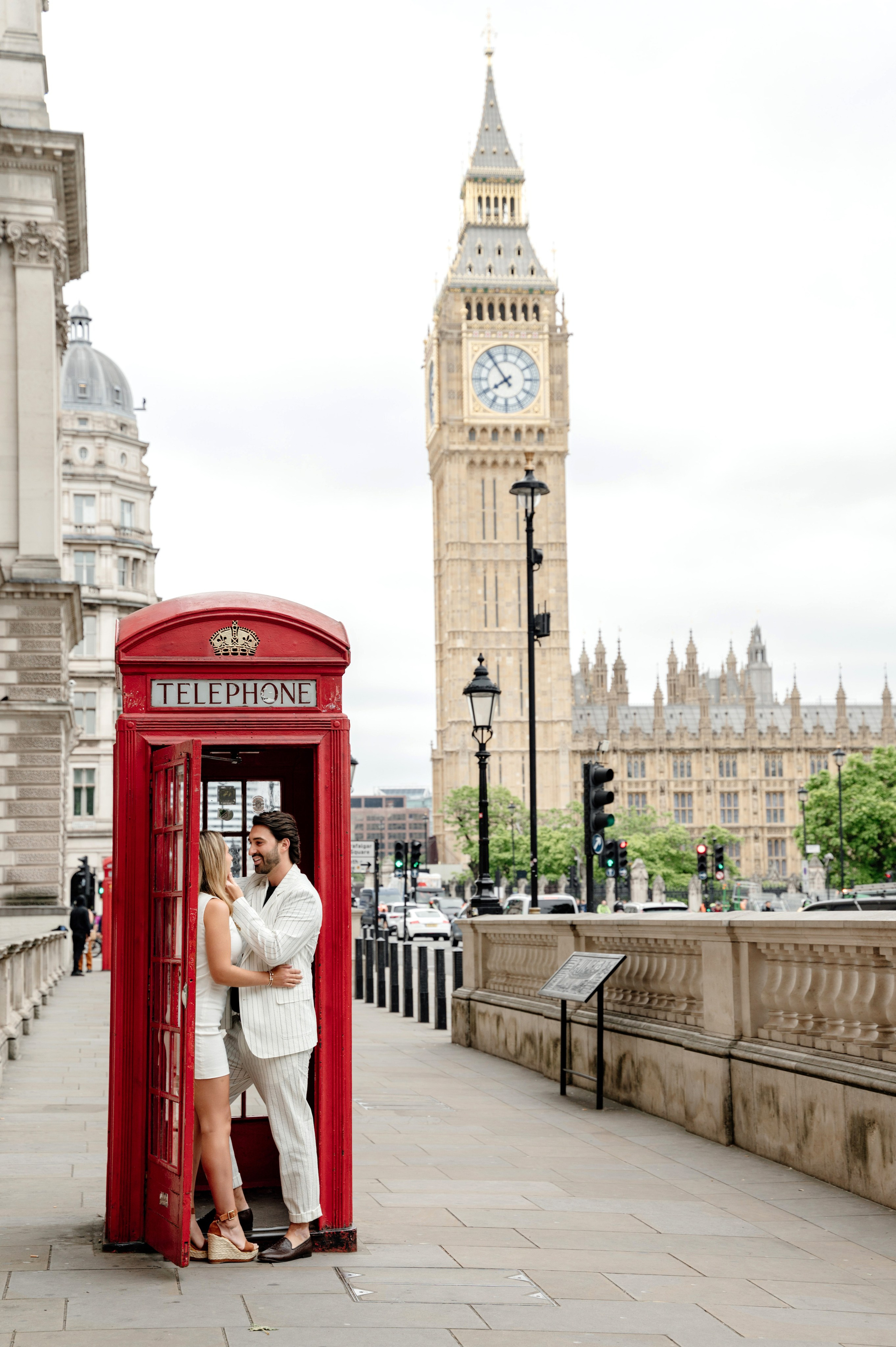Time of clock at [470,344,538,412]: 7:53
